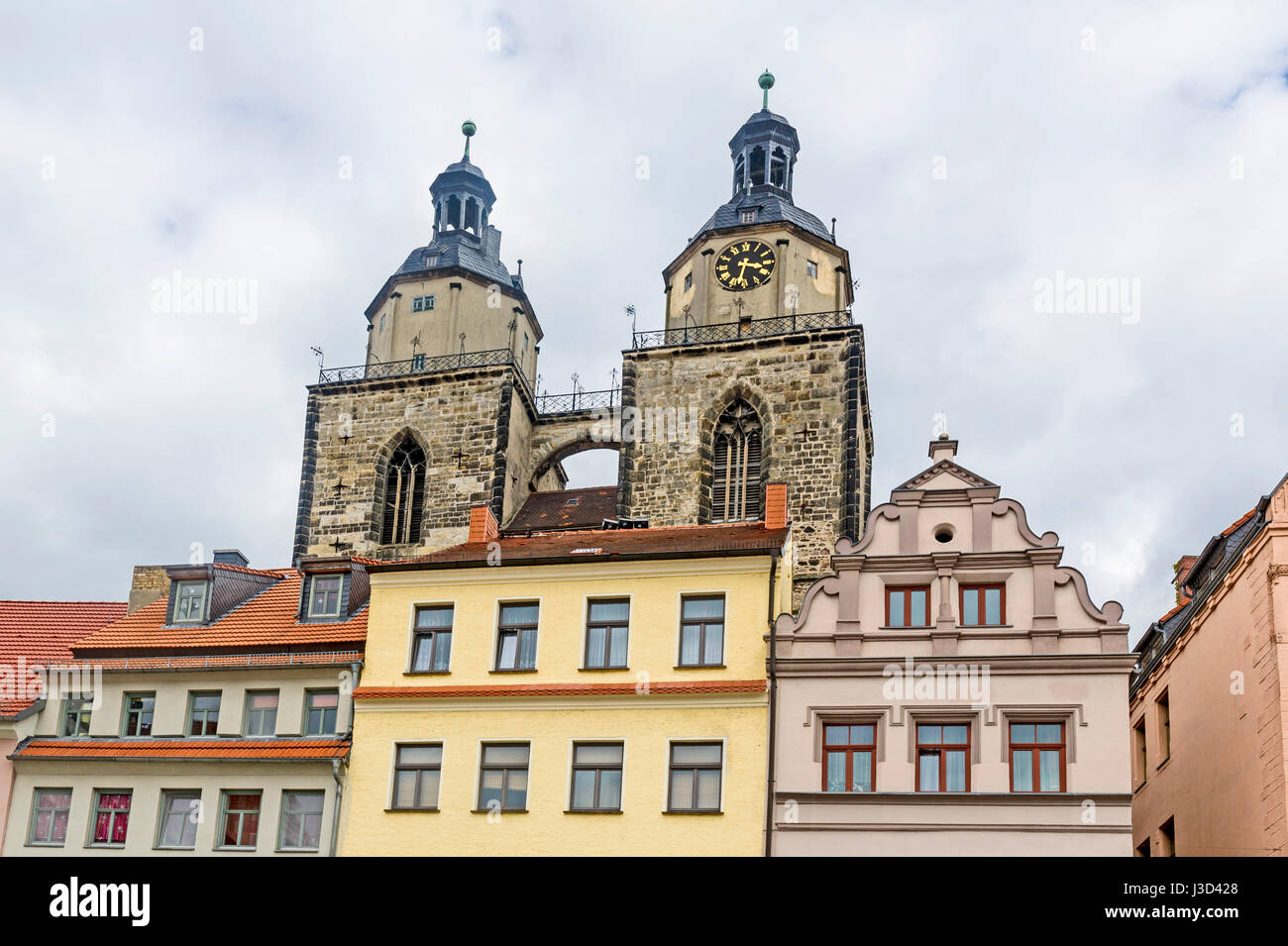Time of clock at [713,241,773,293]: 3:32
